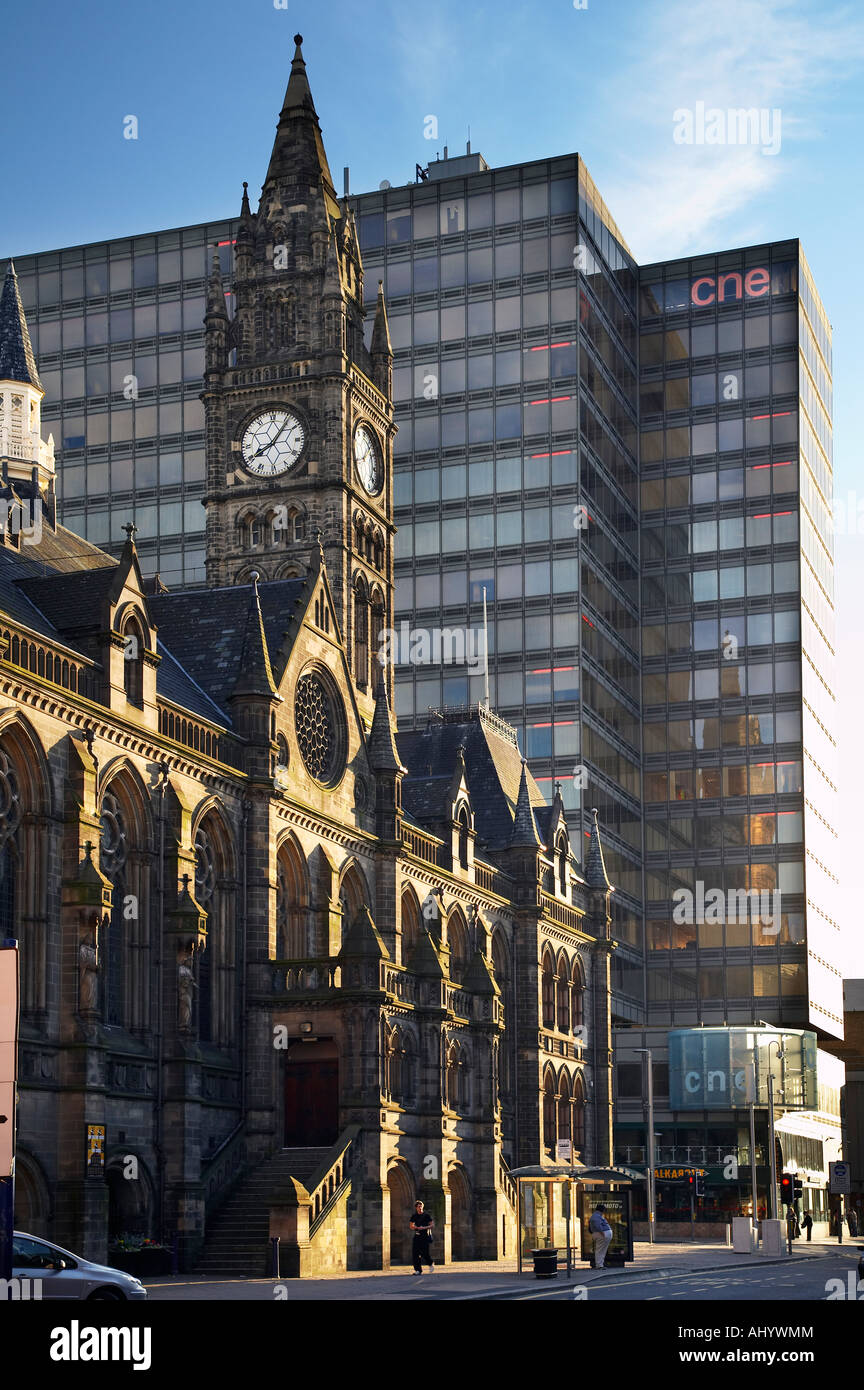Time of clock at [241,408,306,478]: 8:06
